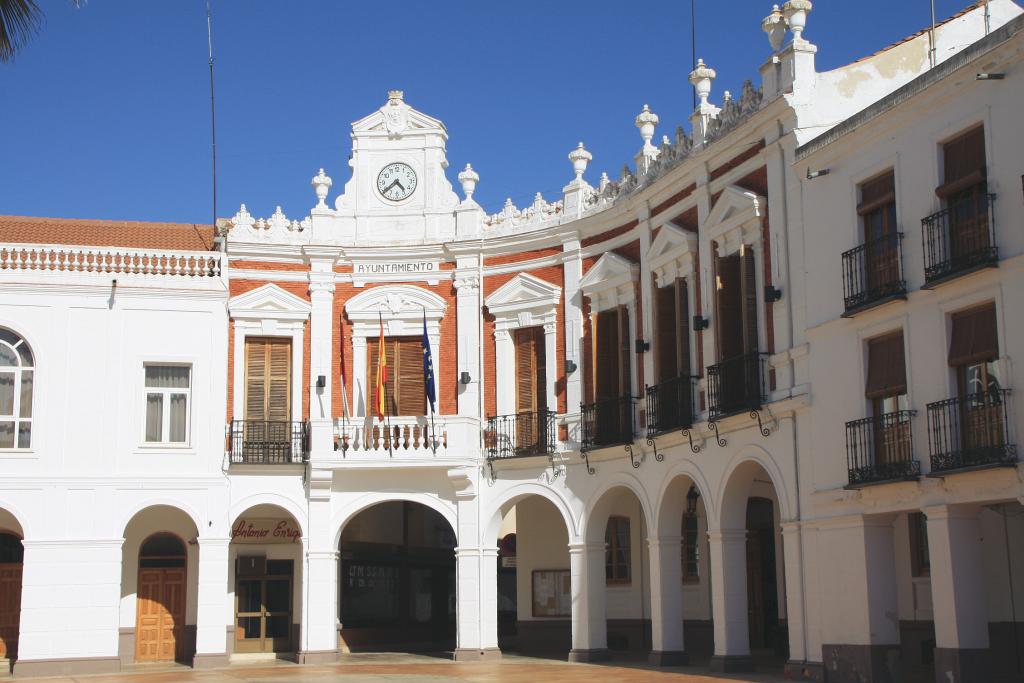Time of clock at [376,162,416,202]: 4:38
